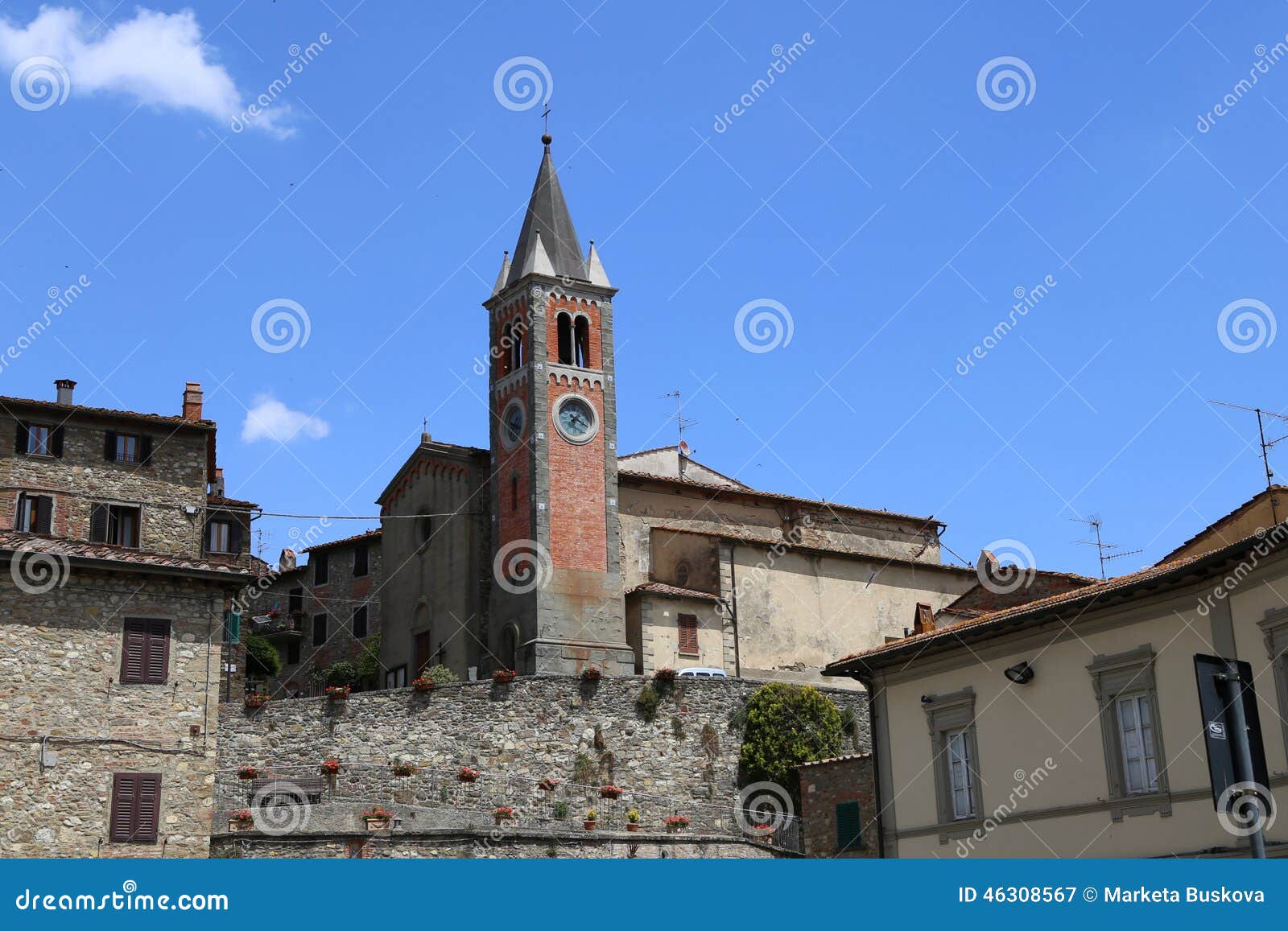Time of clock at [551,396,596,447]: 7:19
